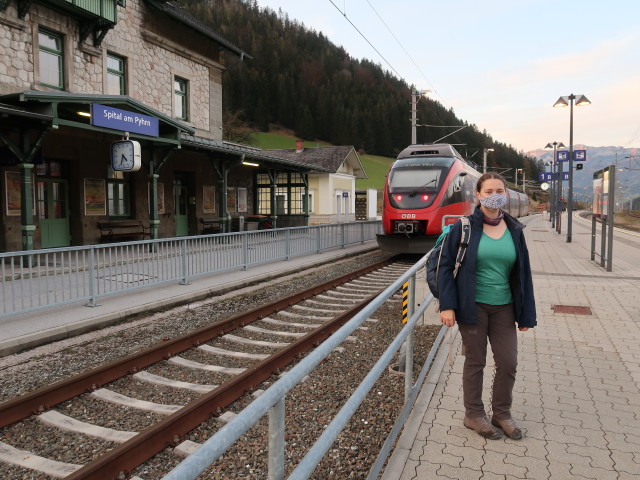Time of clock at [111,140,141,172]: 4:33
